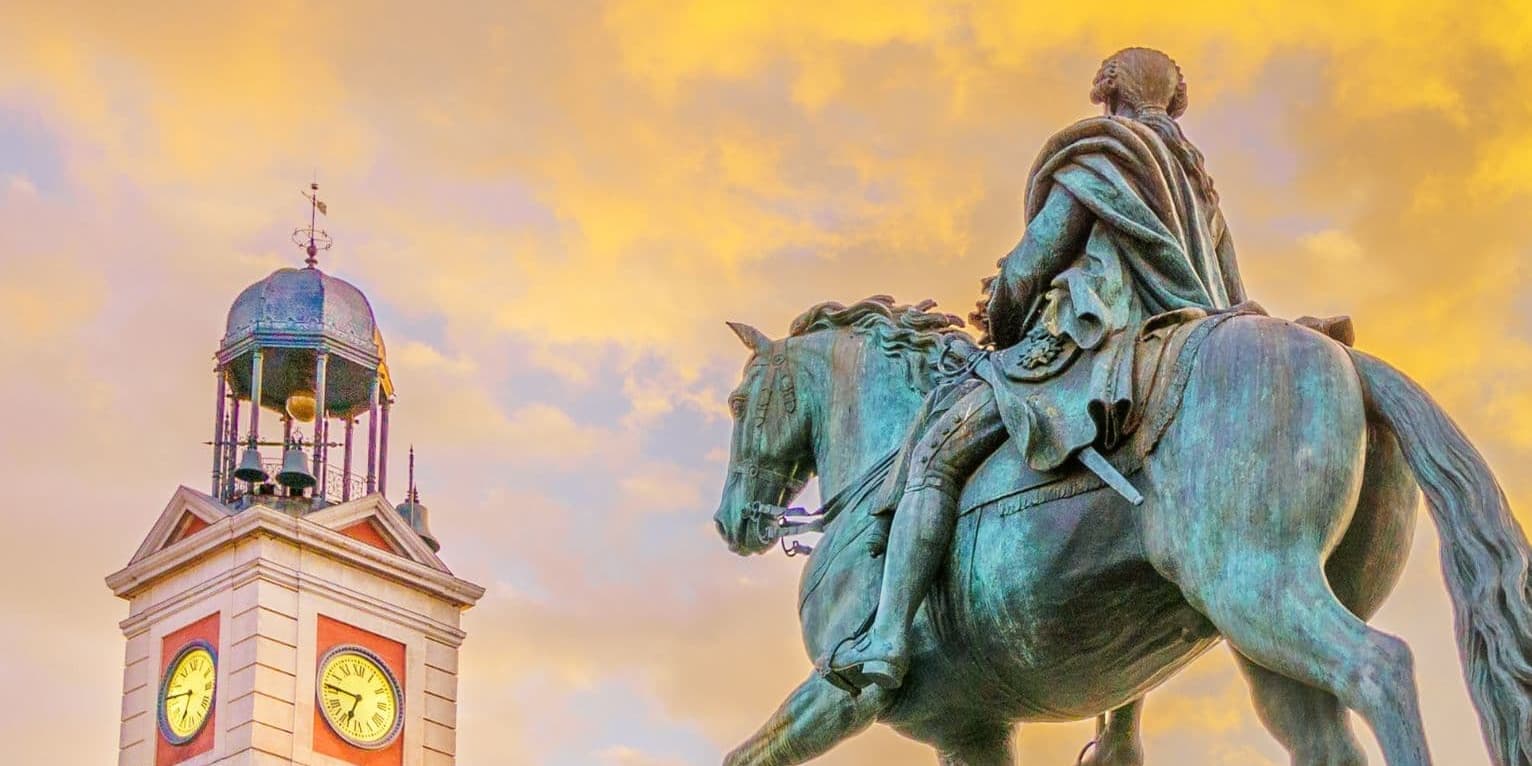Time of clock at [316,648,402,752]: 6:45
